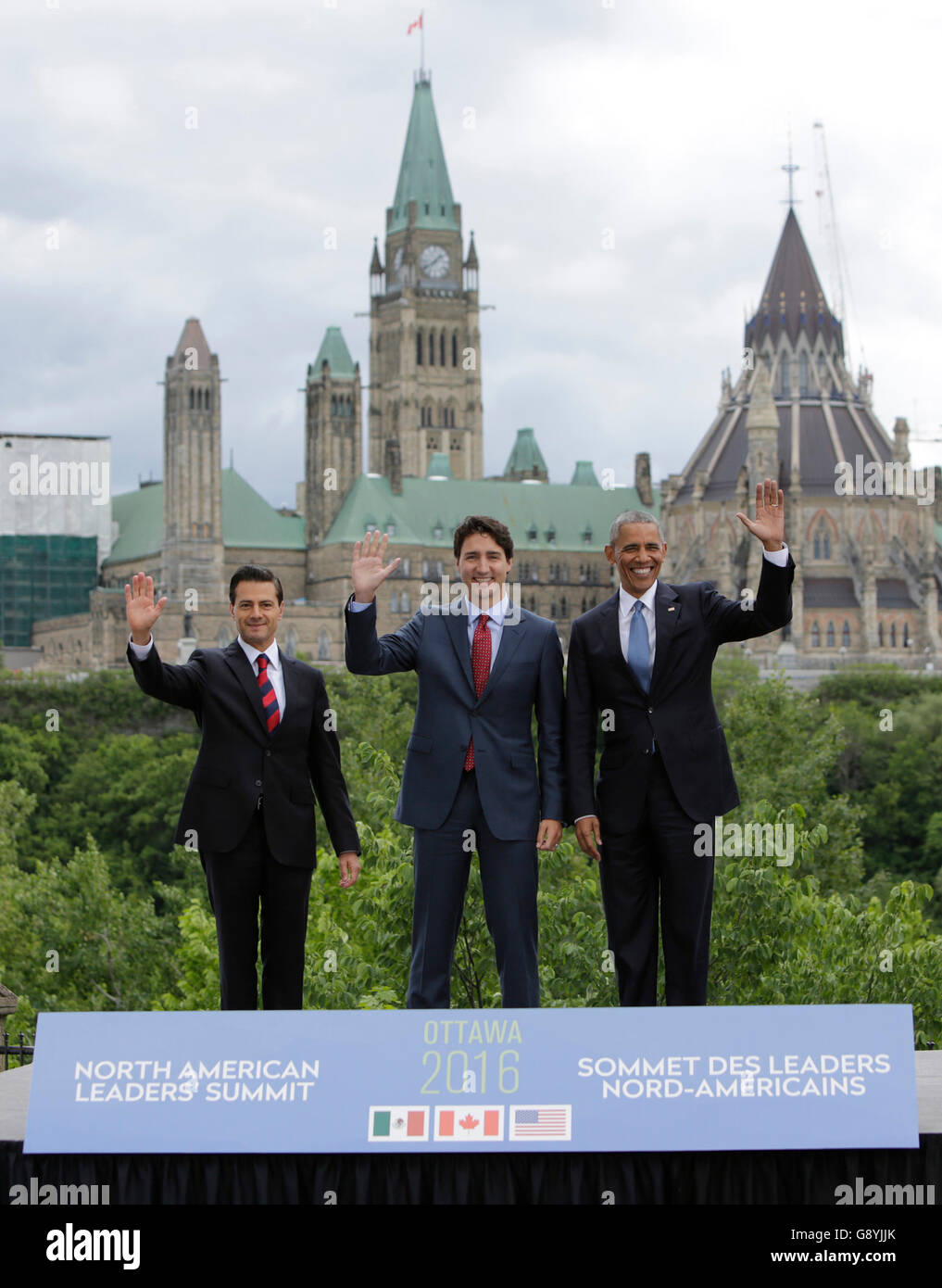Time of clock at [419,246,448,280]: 1:39
